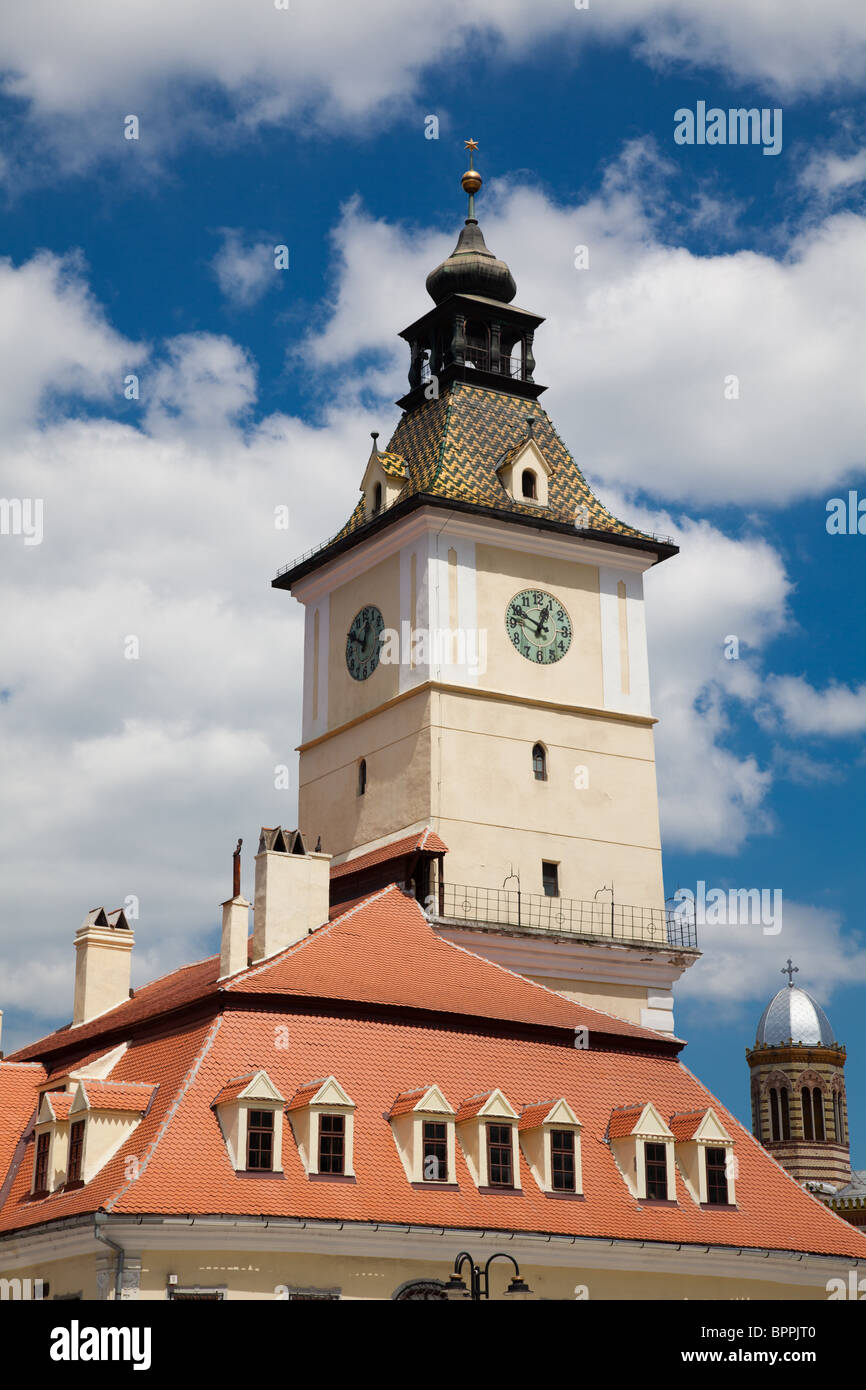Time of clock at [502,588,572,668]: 12:49
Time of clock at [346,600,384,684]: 12:49
